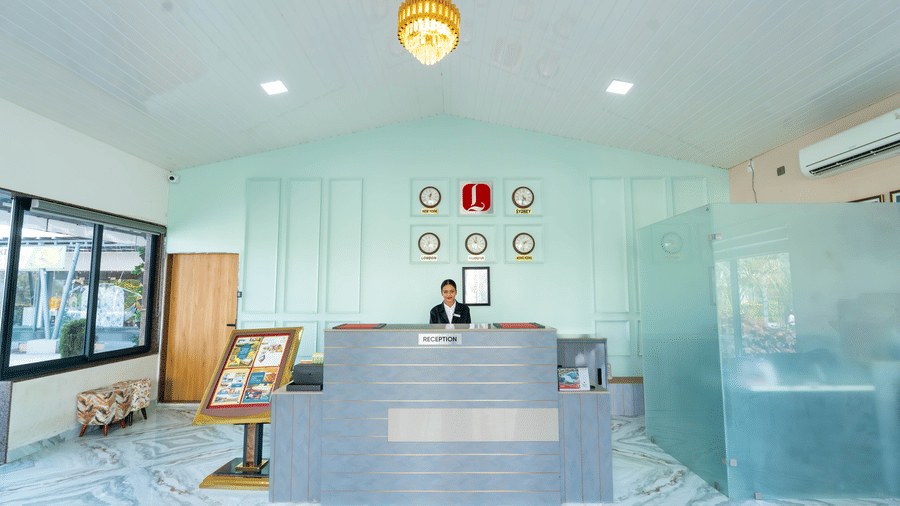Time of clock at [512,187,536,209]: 4:31
